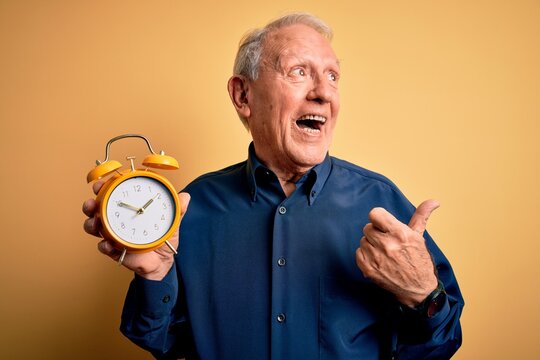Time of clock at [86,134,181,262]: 1:49
